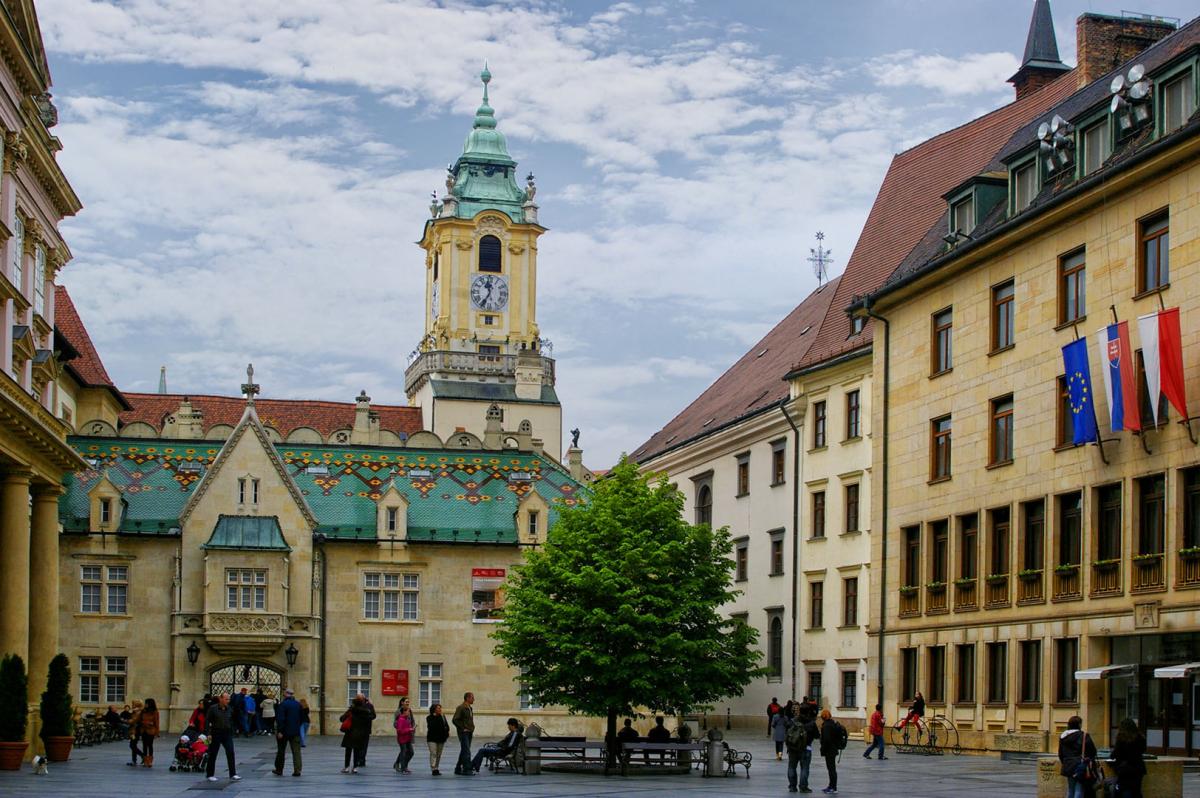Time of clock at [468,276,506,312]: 11:35
